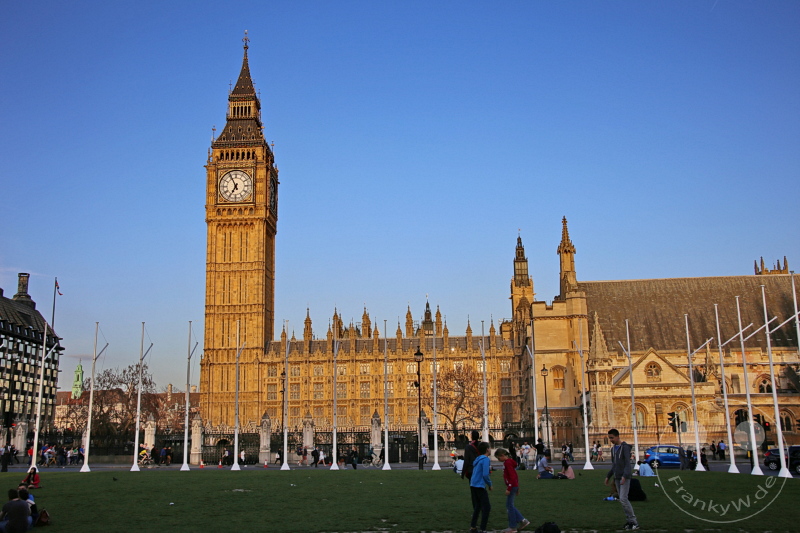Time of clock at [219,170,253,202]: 6:55
